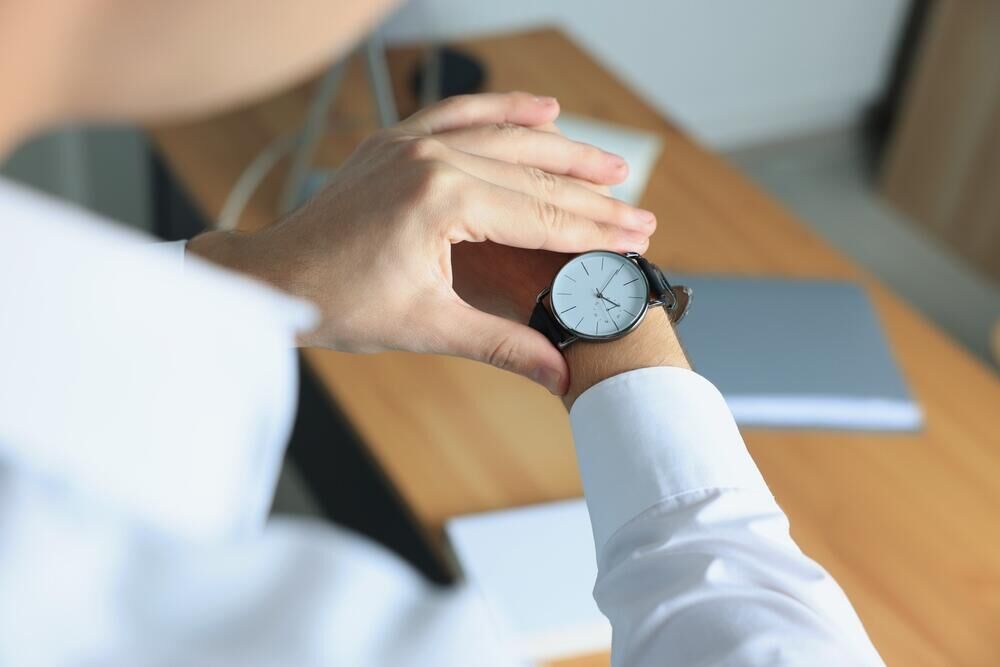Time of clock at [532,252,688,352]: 4:04
